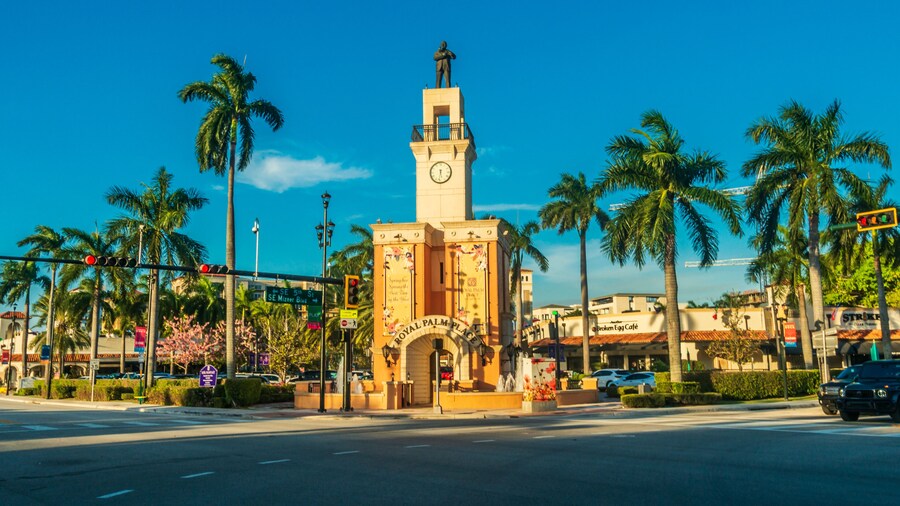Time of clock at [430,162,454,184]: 5:31
